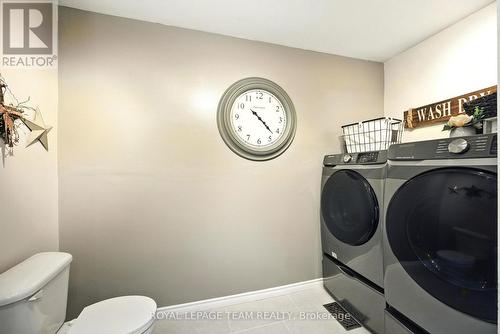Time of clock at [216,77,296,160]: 4:22
